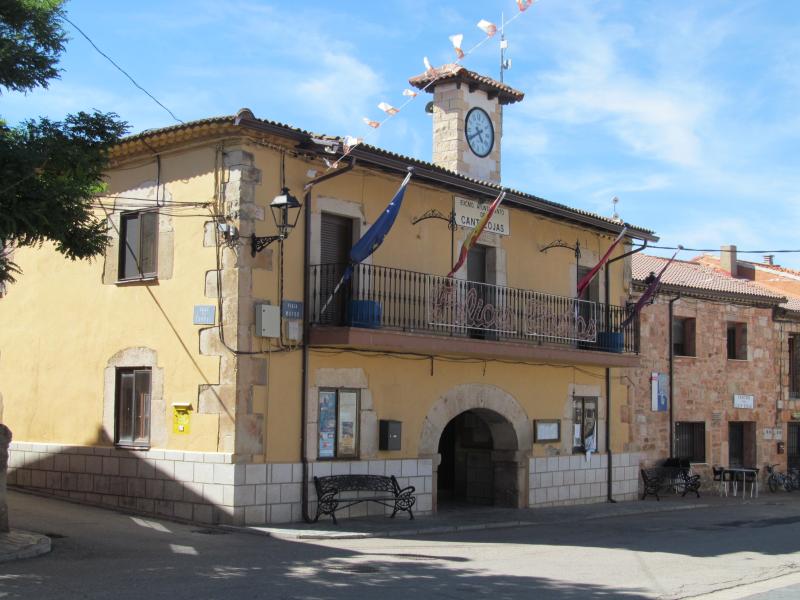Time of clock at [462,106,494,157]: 4:40
